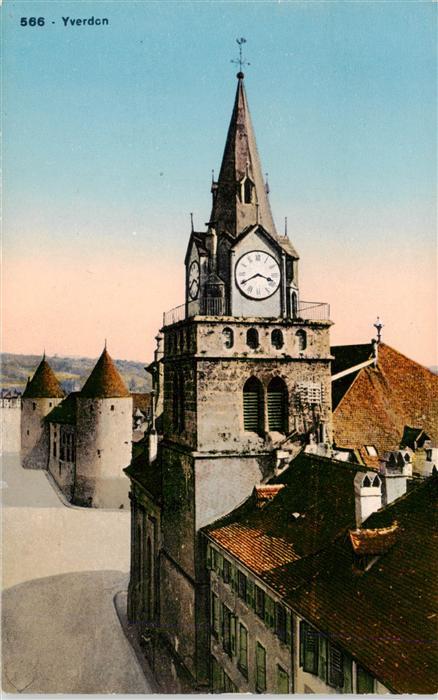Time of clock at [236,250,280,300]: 3:40
